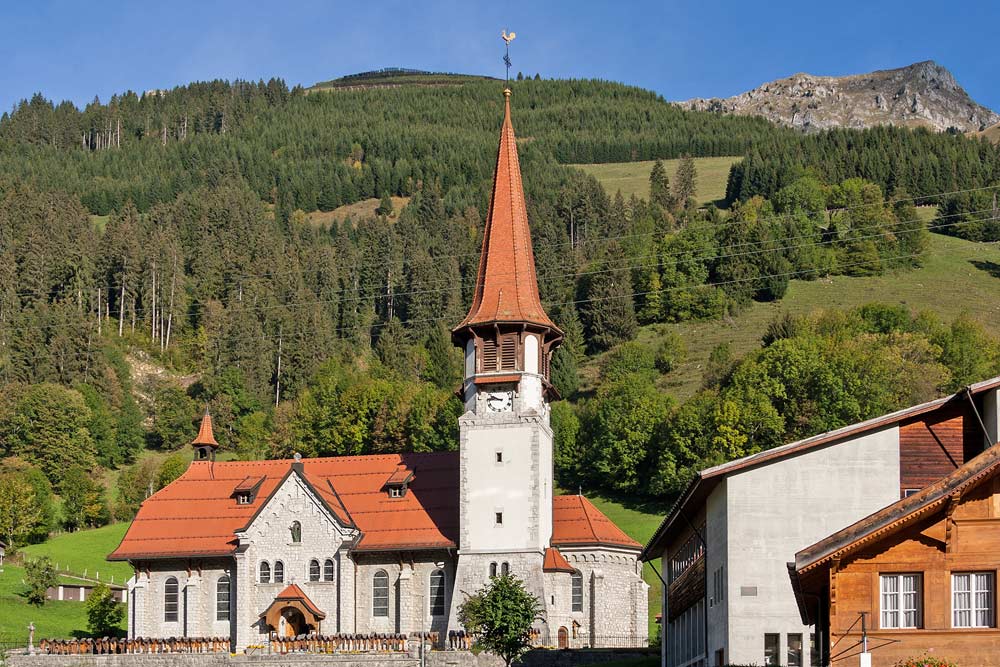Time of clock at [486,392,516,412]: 9:45
